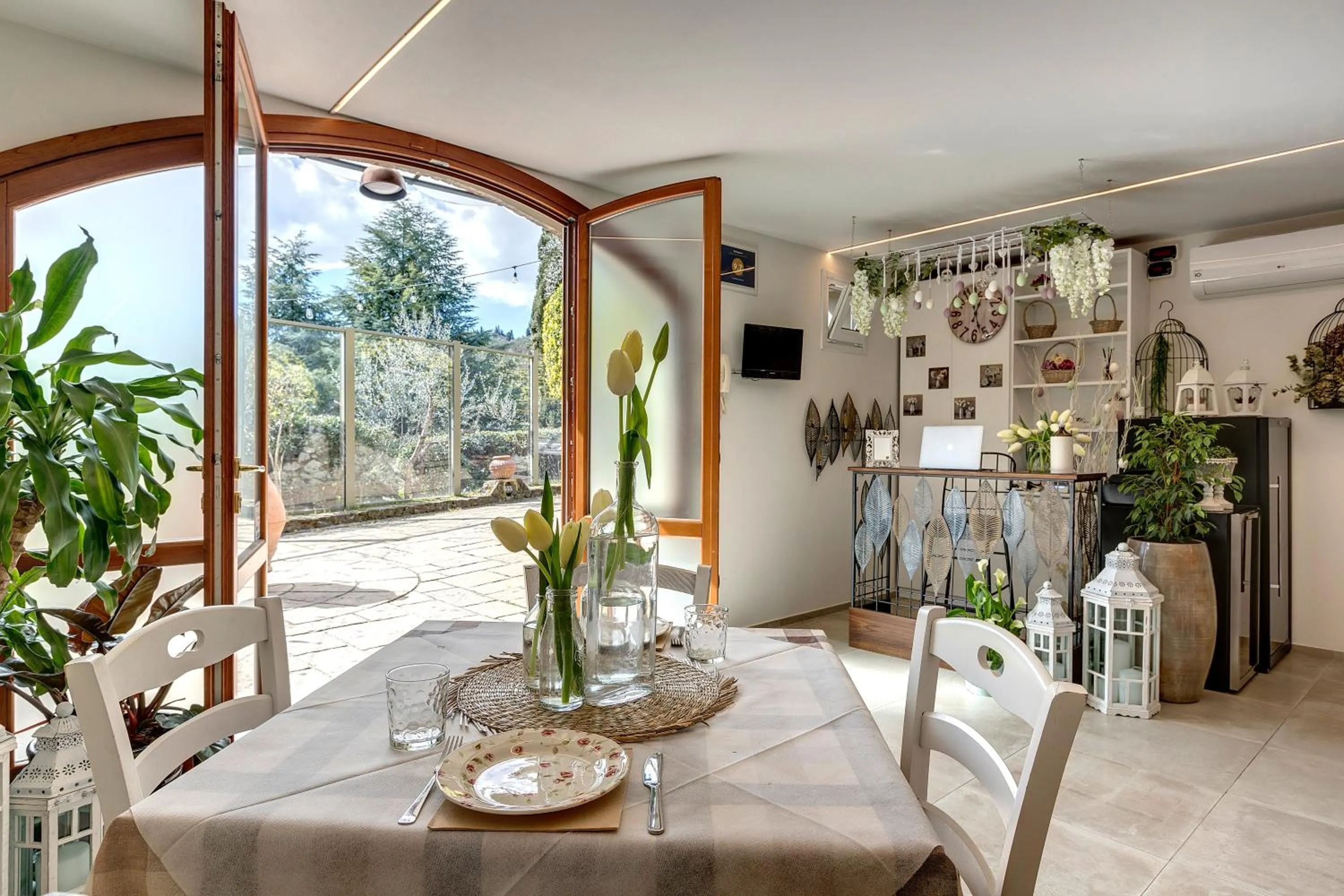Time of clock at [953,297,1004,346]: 12:26
